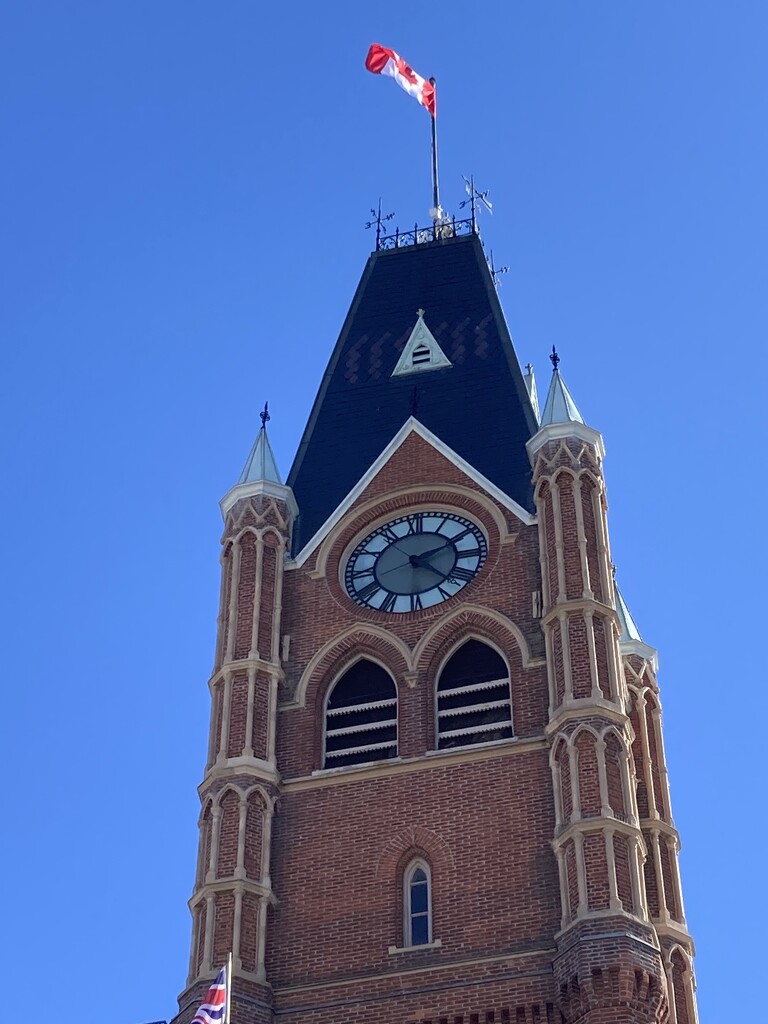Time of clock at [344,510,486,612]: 2:21
